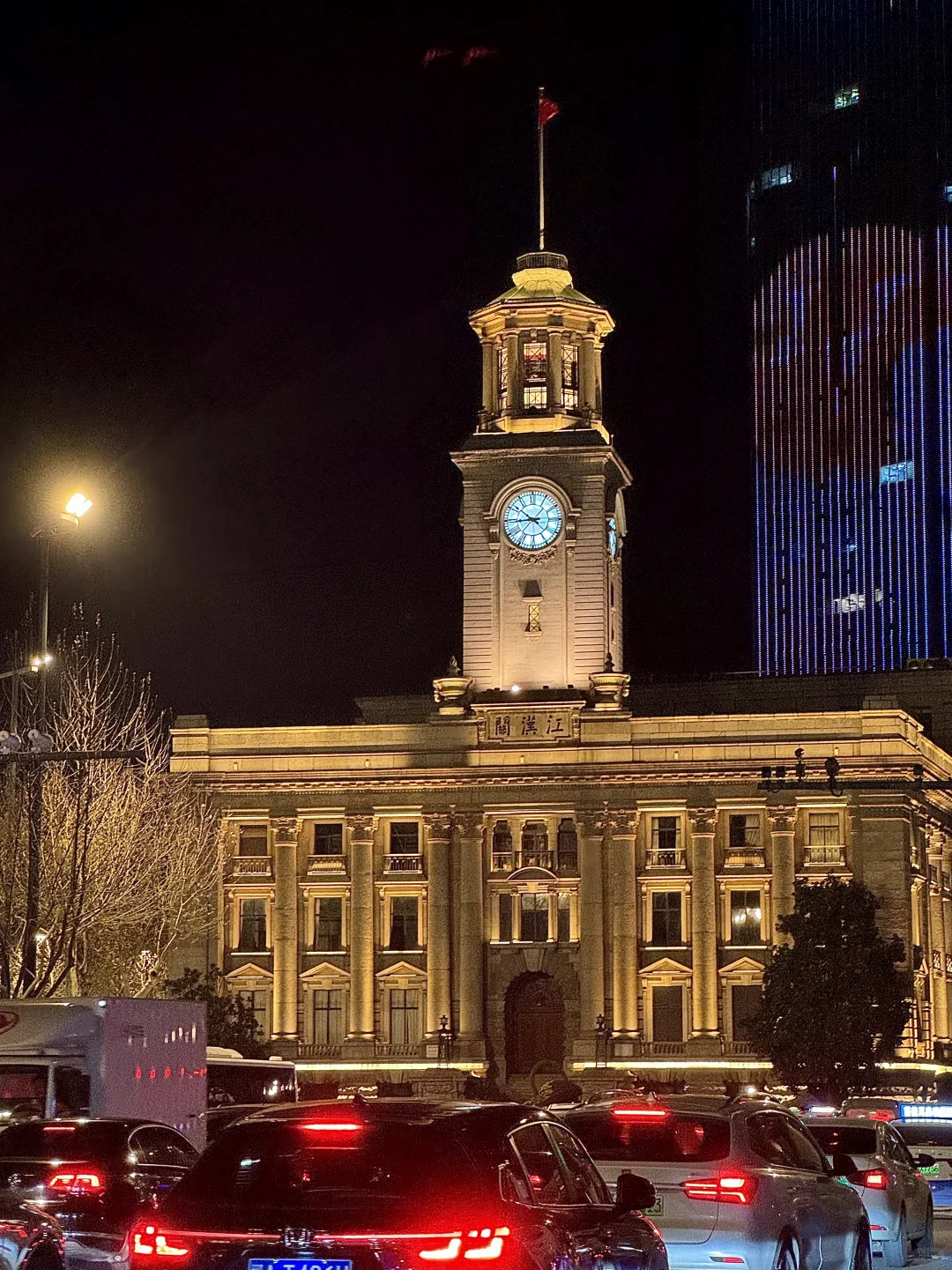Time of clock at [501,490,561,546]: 8:51
